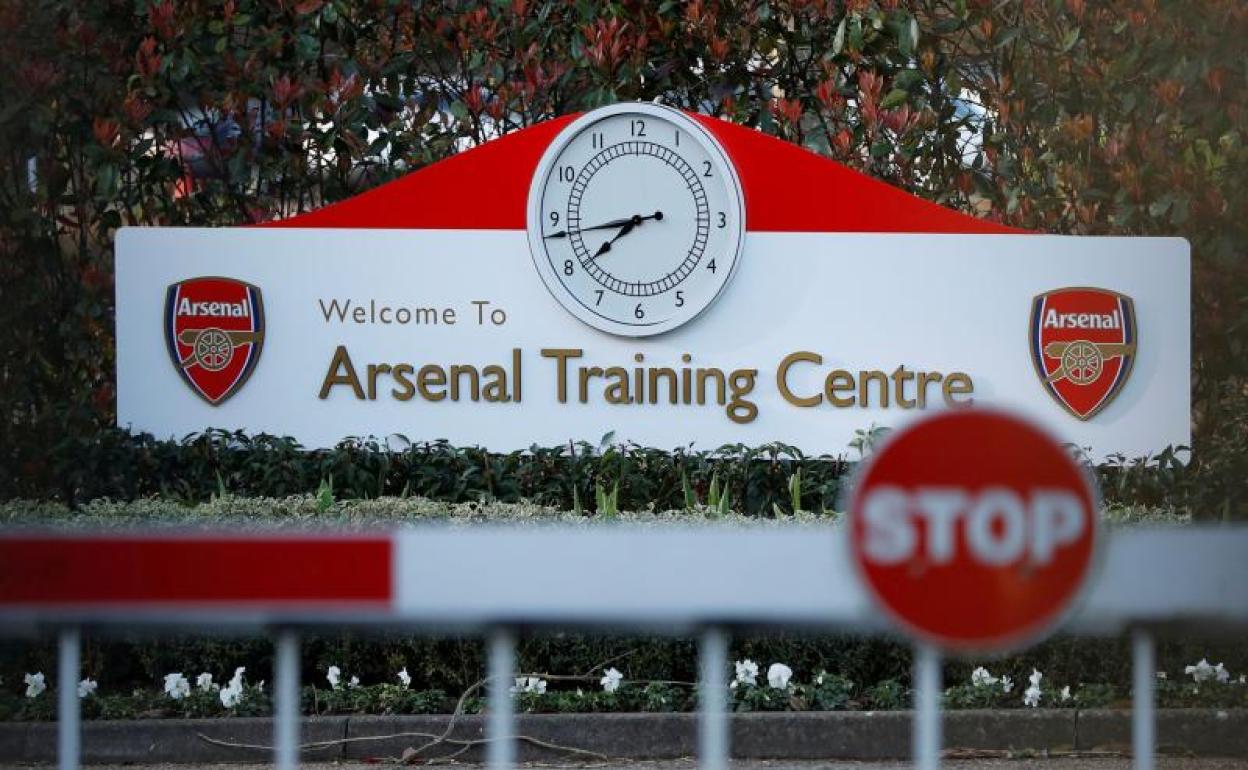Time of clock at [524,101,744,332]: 7:43
